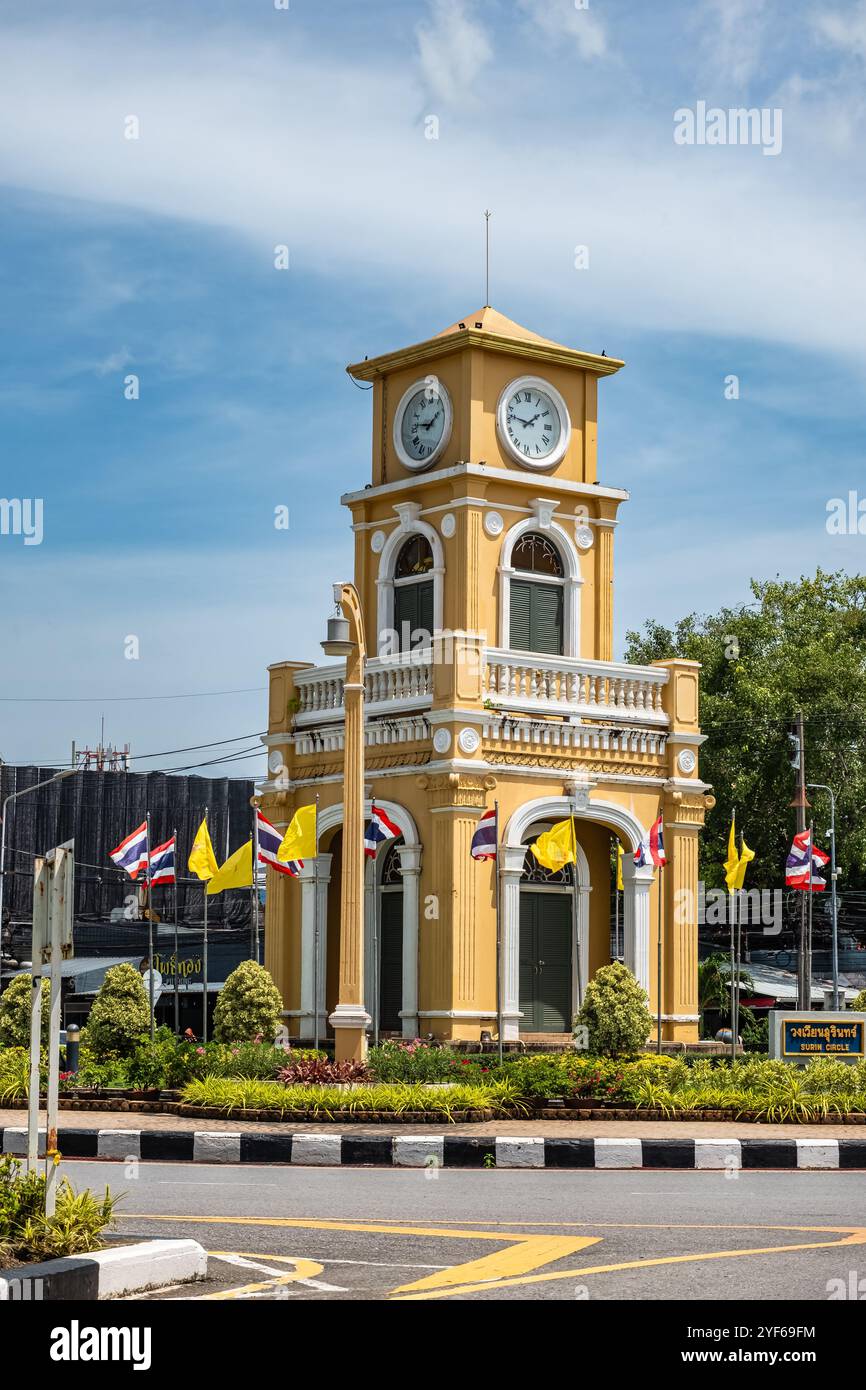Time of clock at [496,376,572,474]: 1:46
